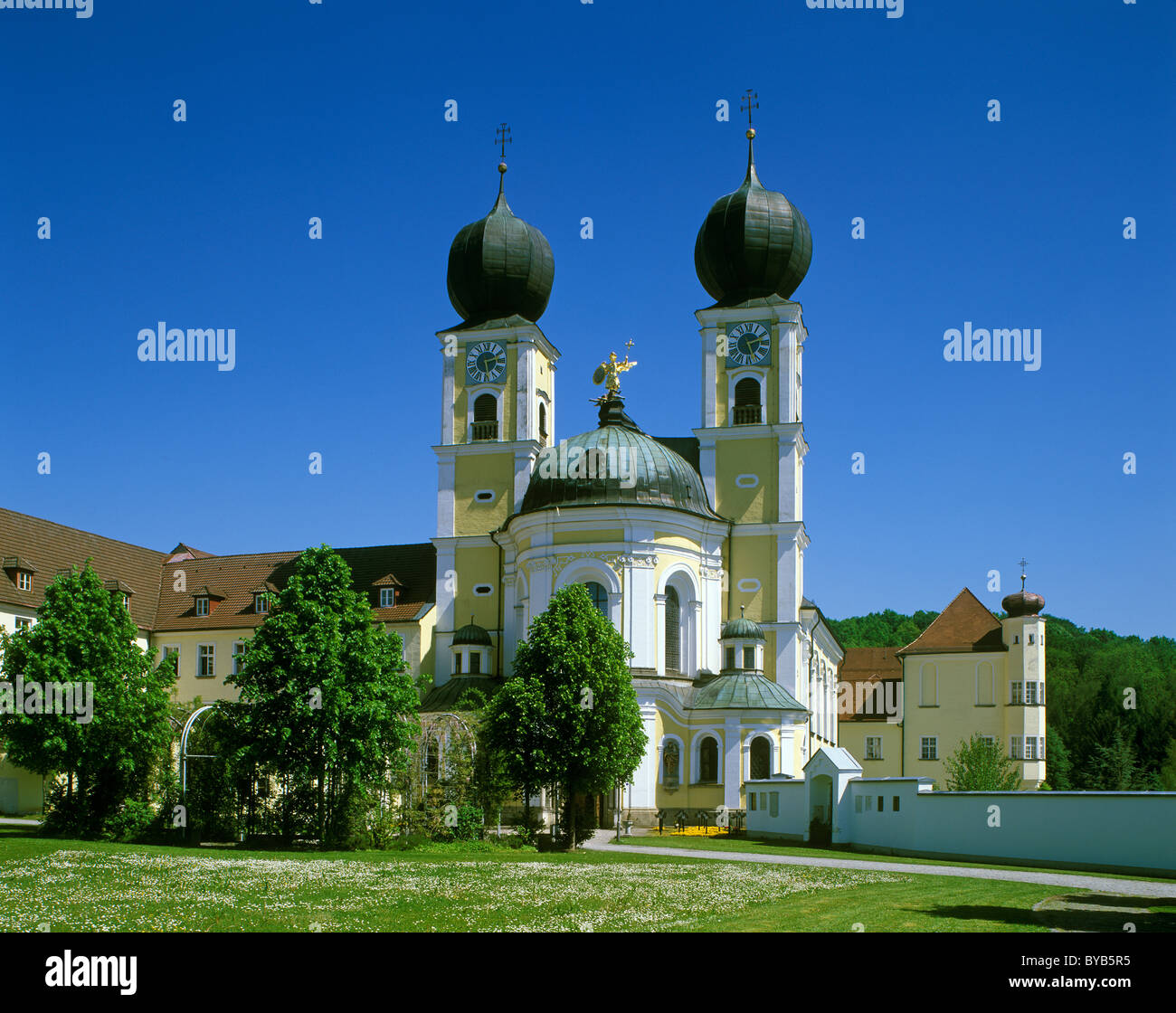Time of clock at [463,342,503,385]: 2:29
